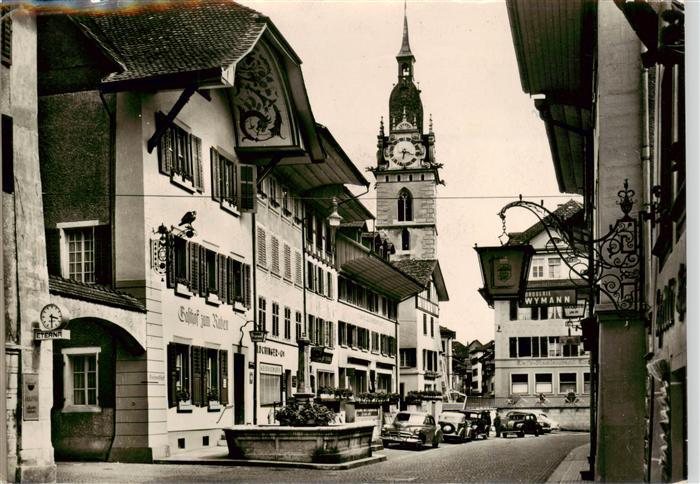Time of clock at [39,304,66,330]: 3:30
